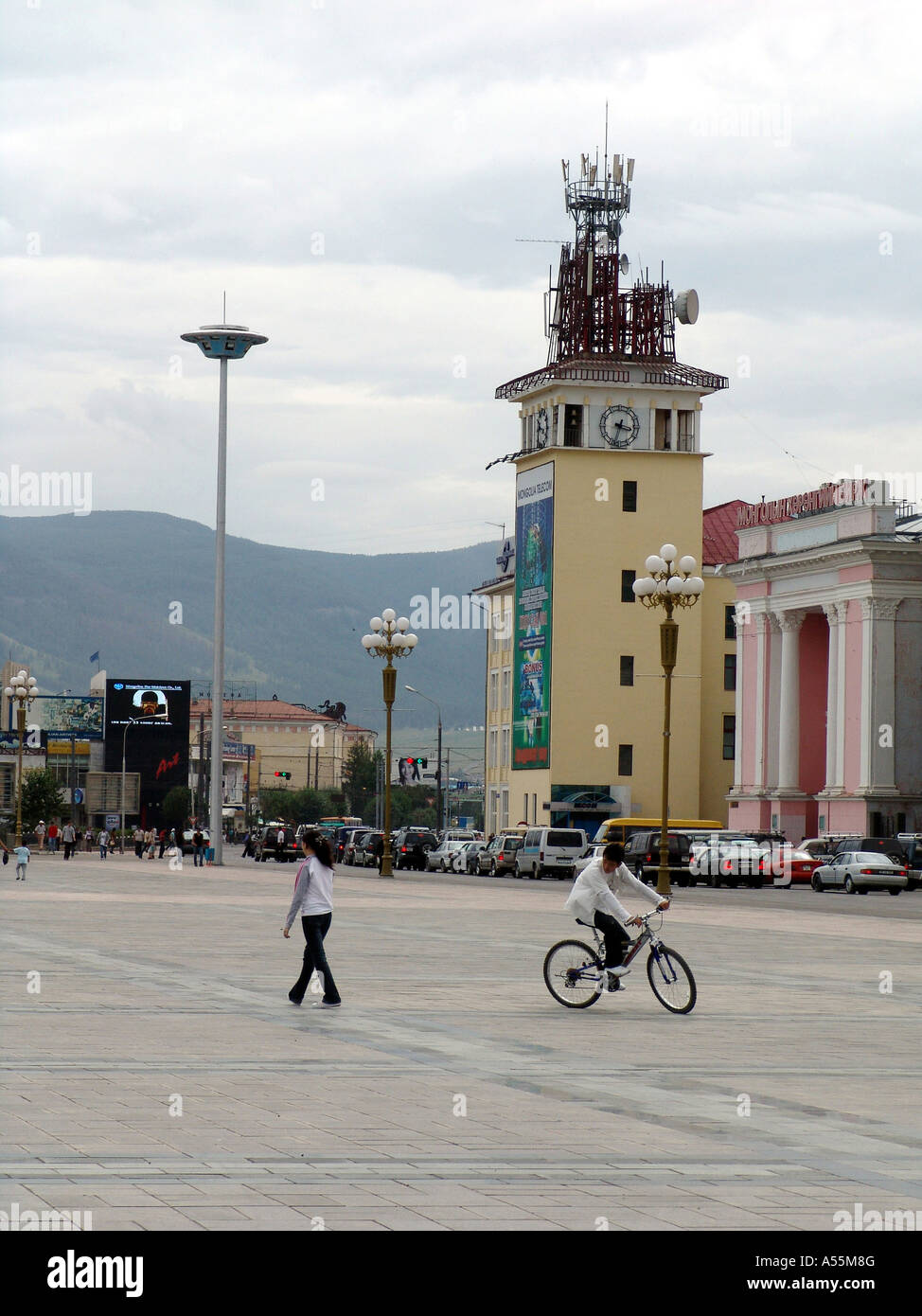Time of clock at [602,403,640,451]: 3:33
